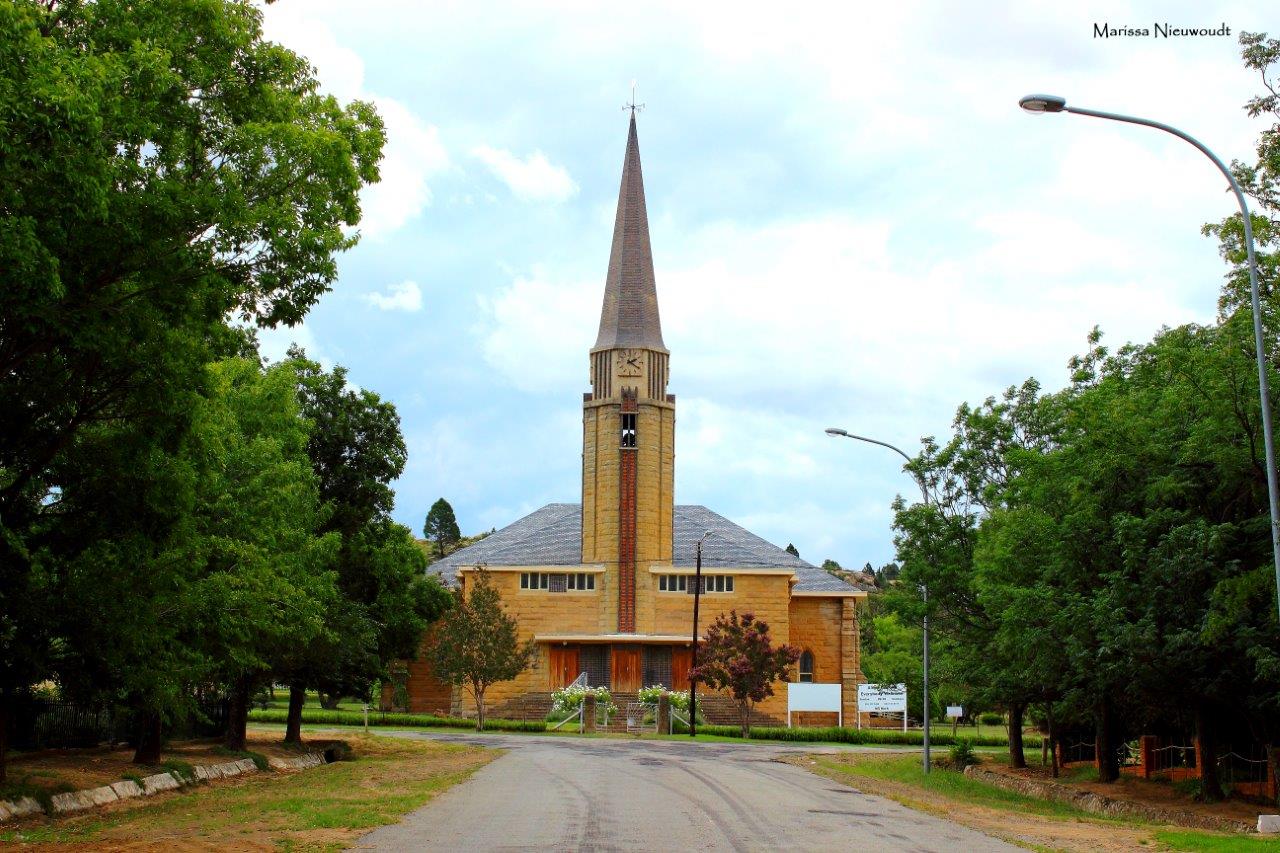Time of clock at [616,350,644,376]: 2:21
